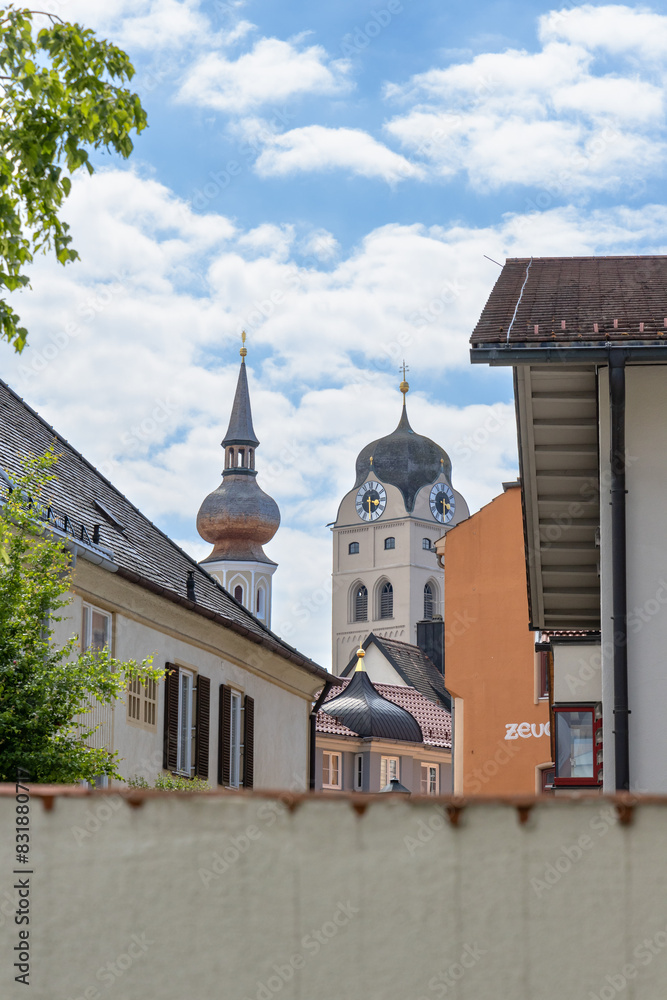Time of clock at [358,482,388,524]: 3:29
